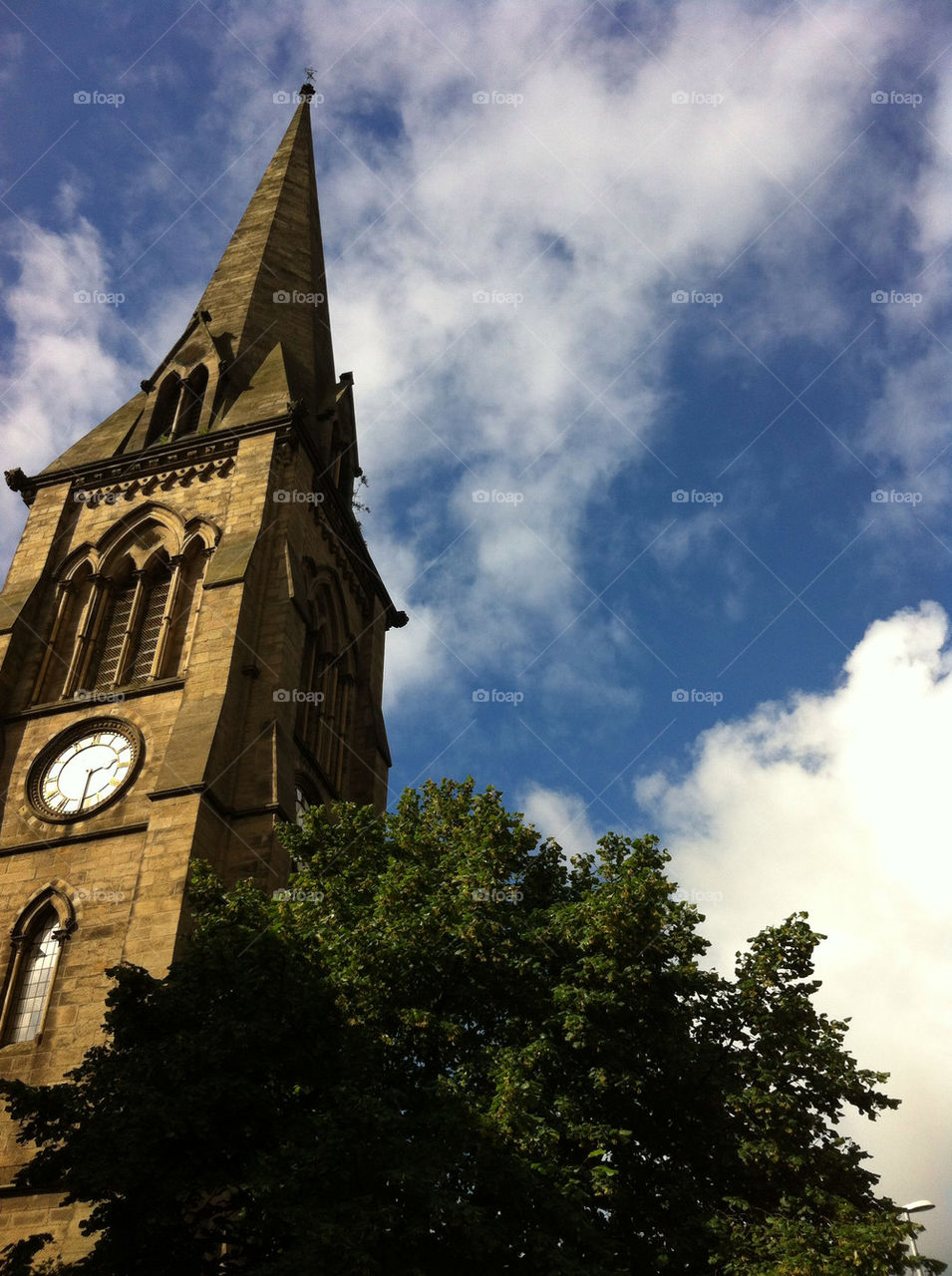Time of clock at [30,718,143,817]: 2:29
